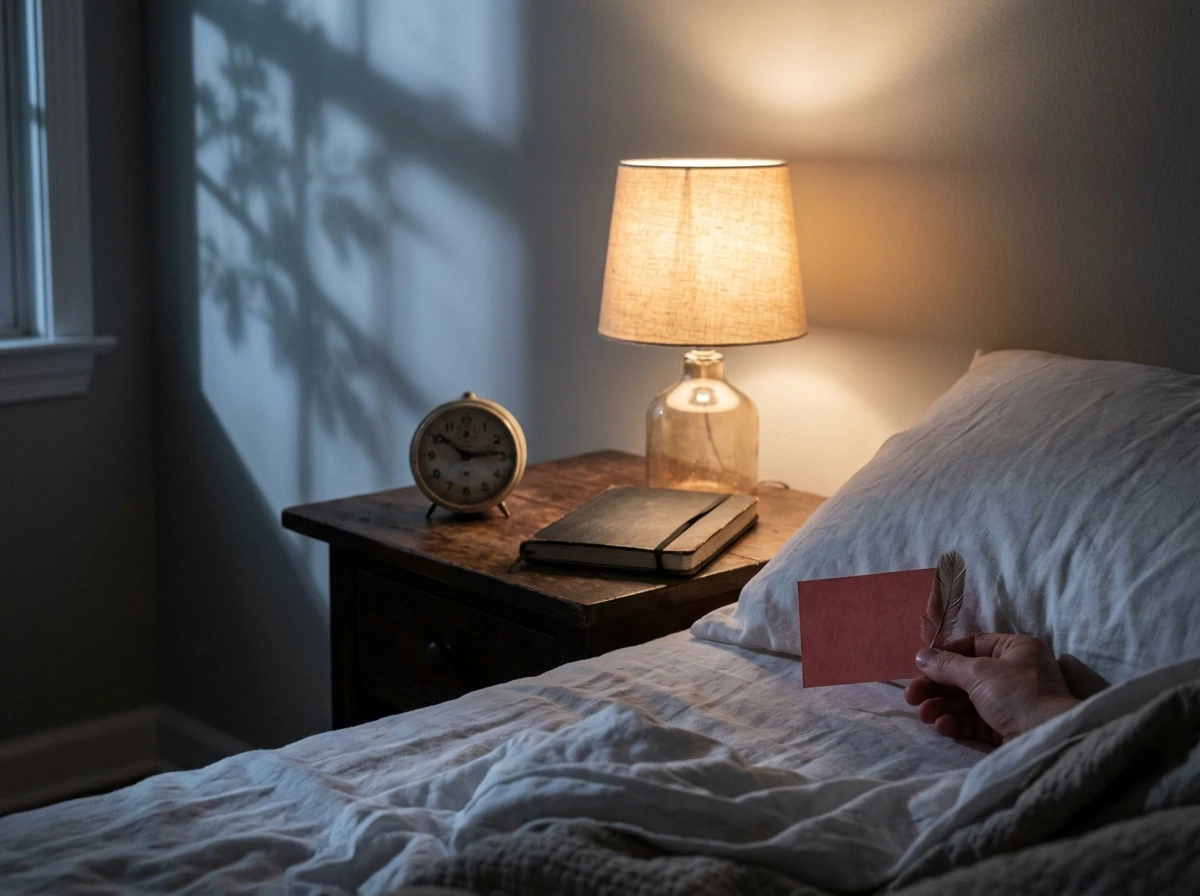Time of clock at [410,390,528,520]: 10:13
